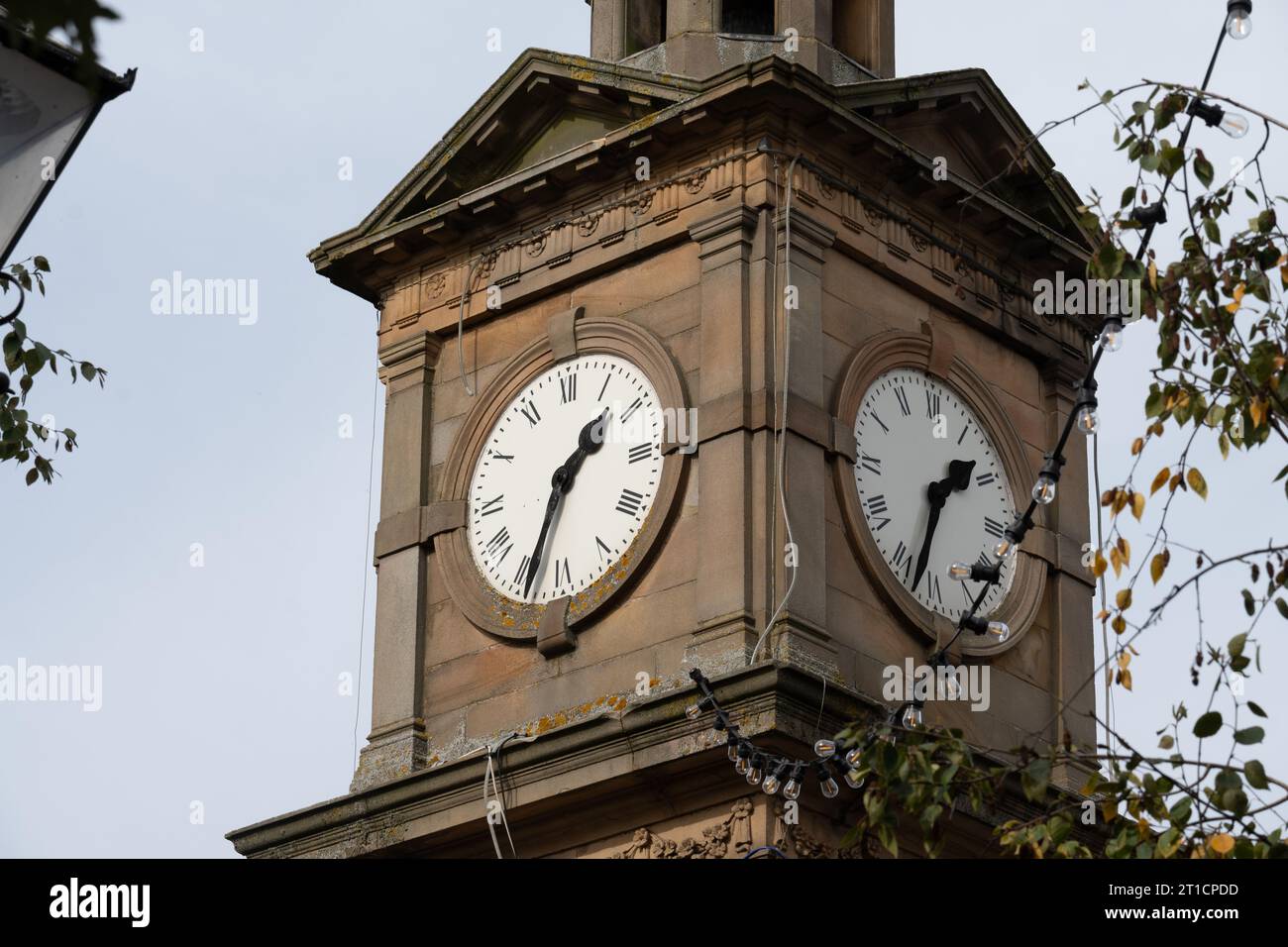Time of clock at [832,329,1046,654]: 1:32
